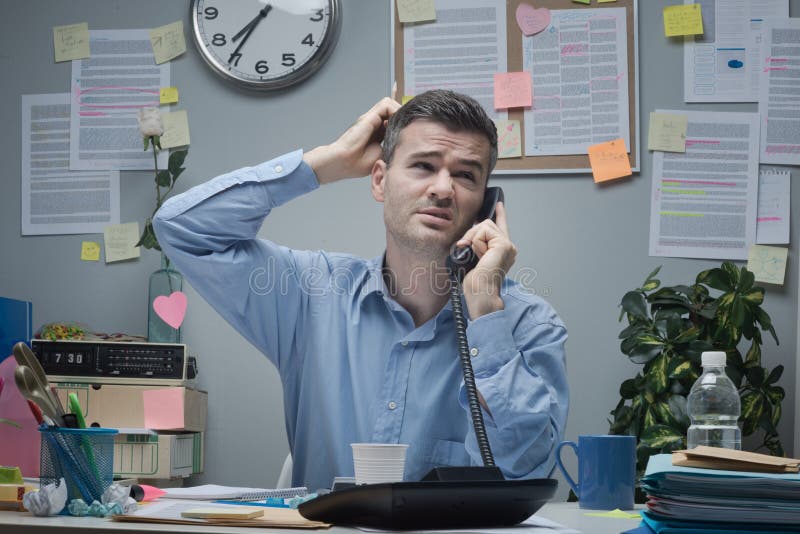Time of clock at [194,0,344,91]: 7:35
